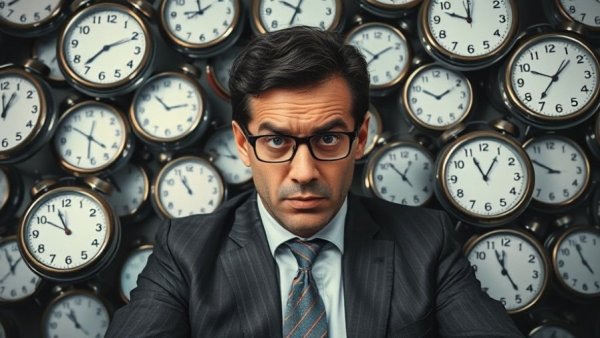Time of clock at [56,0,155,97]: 7:11
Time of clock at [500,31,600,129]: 1:36
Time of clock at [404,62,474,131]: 10:10
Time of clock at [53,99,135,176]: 4:31
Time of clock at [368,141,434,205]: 12:52
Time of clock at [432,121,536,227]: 11:05
